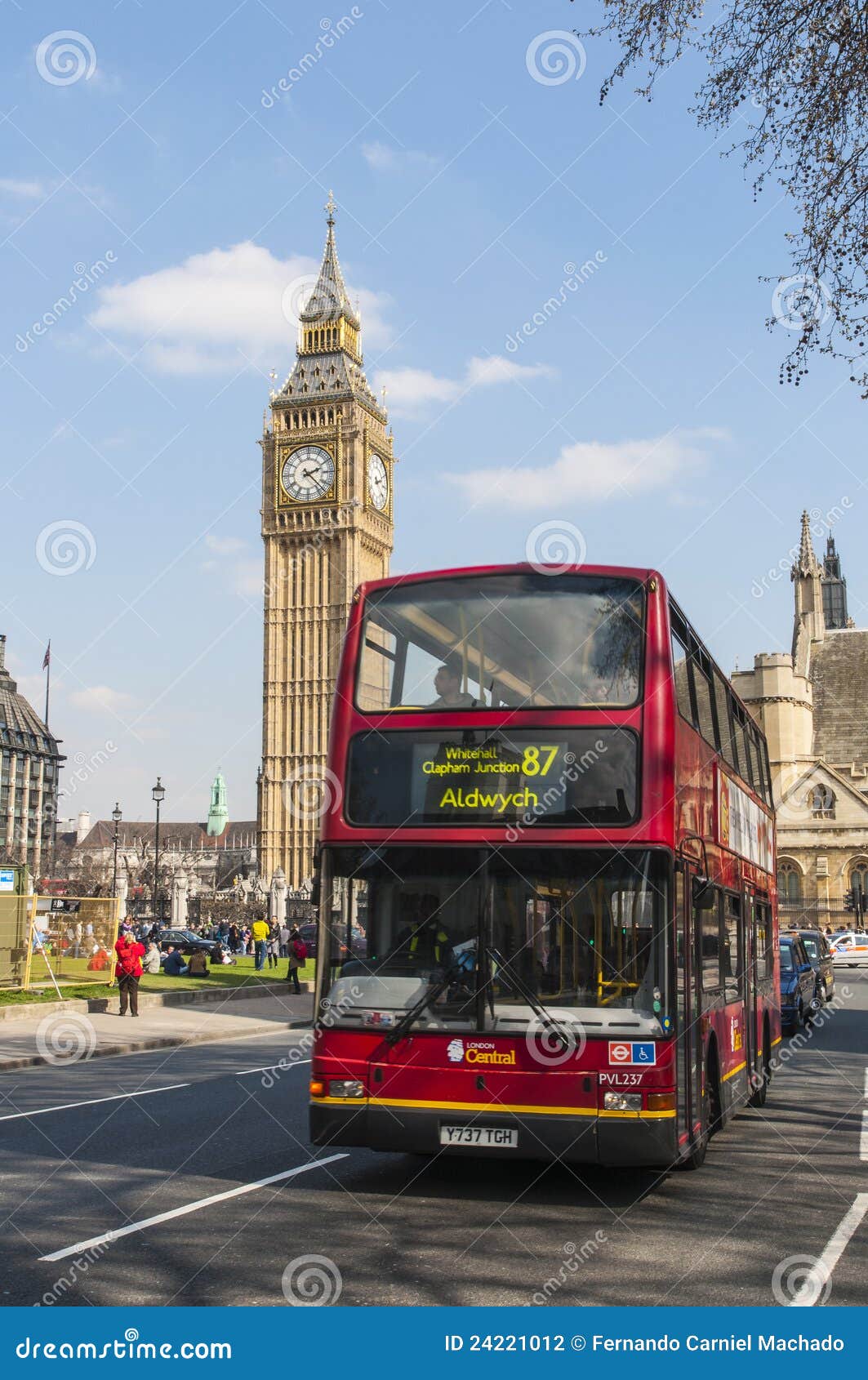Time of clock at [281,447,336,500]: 2:22
